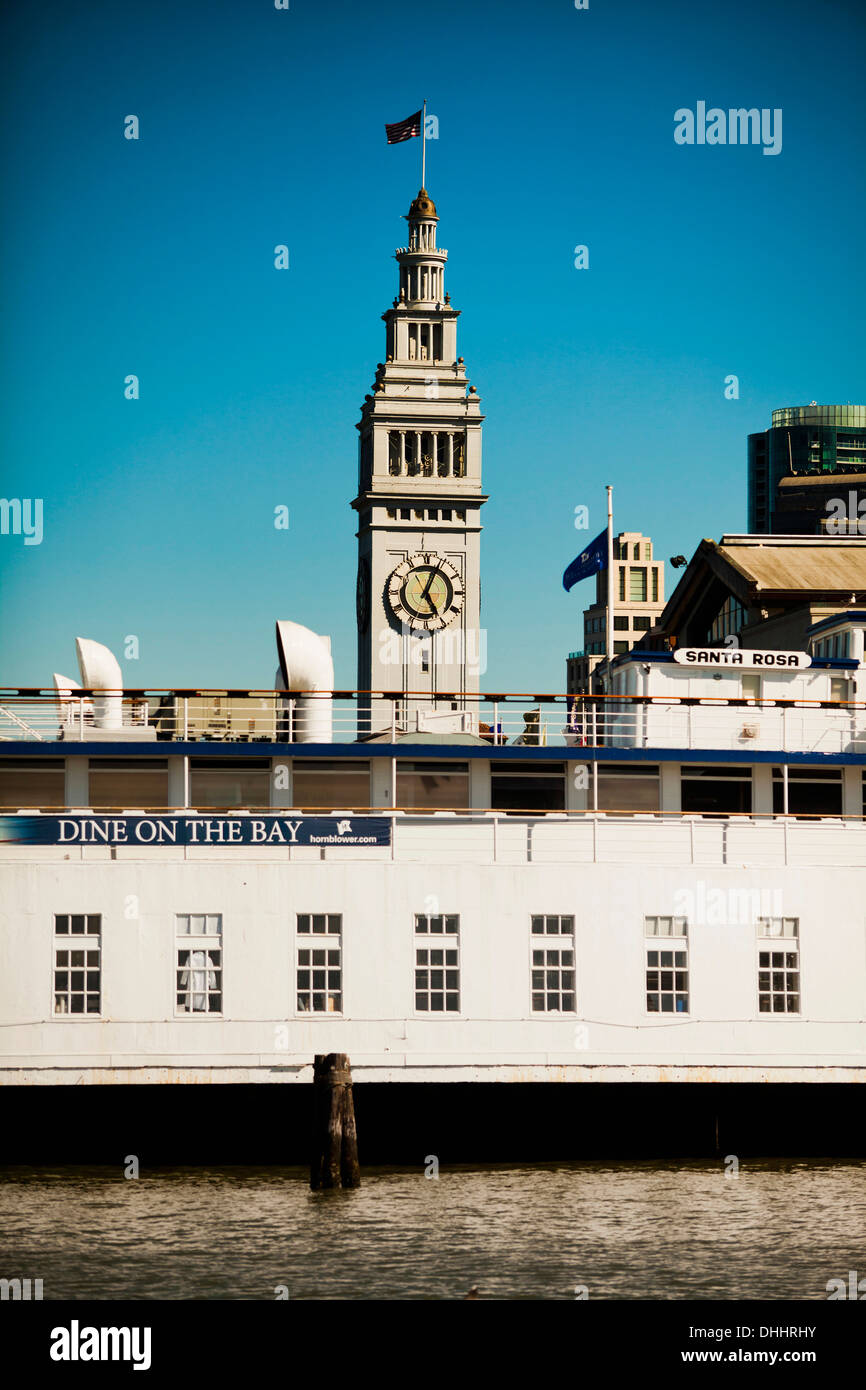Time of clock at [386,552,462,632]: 5:03
